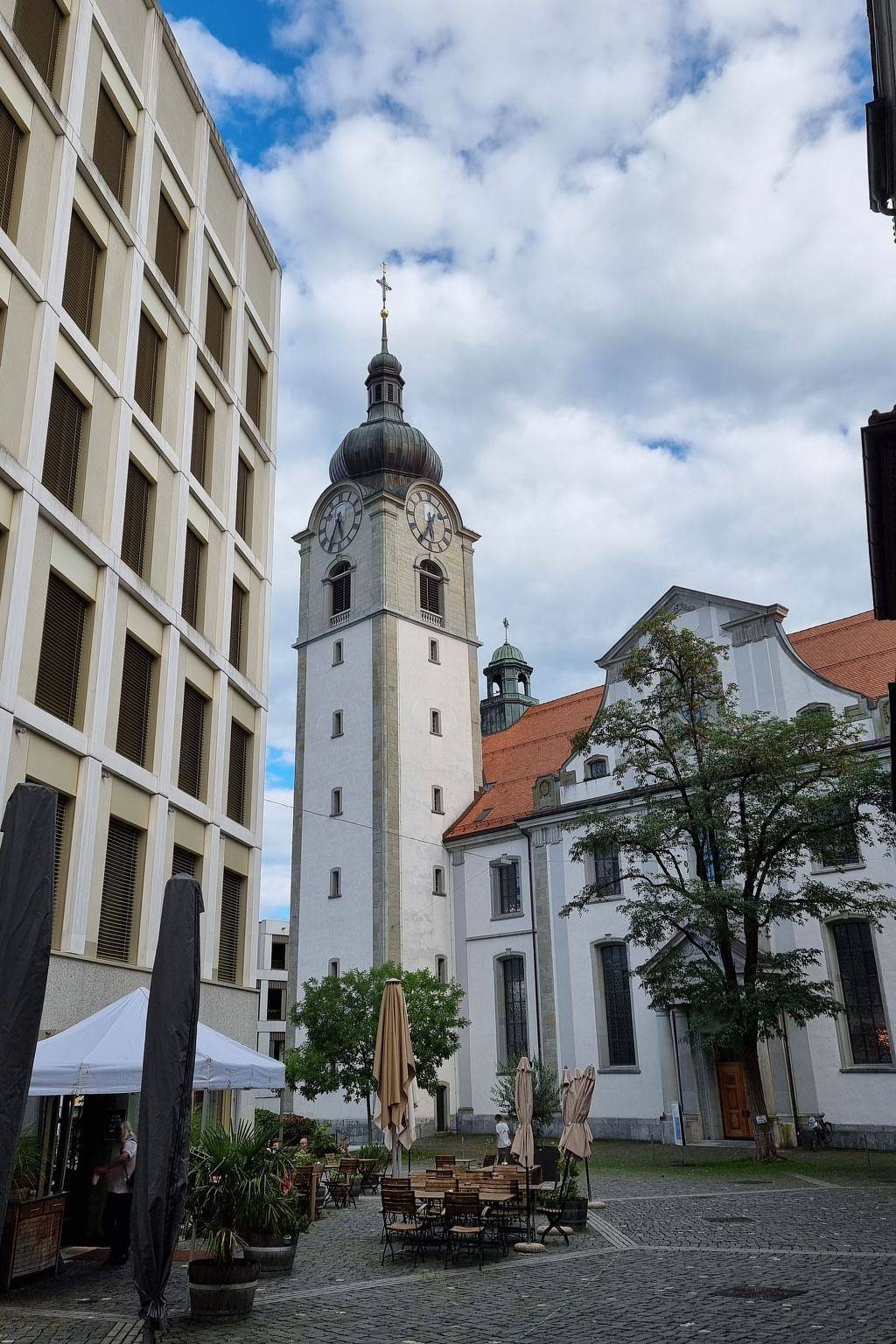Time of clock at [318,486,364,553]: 5:34
